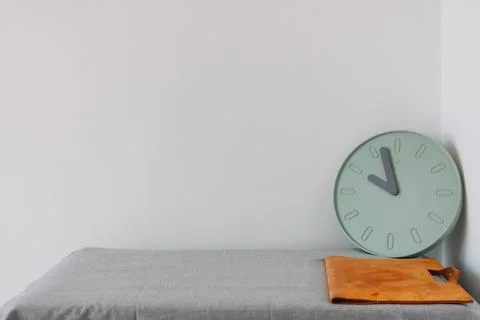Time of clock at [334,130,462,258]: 9:57
